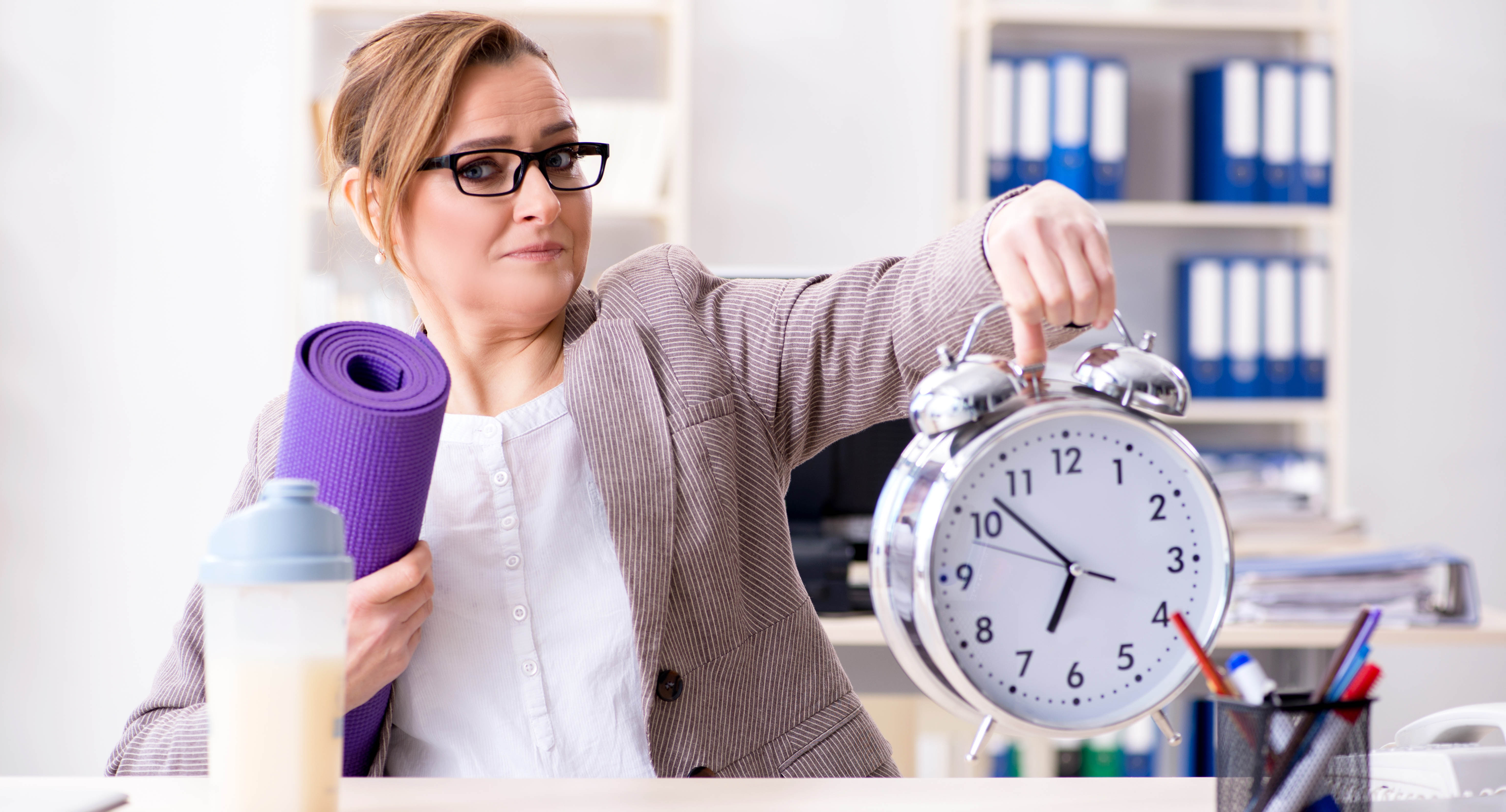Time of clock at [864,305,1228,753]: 6:52
